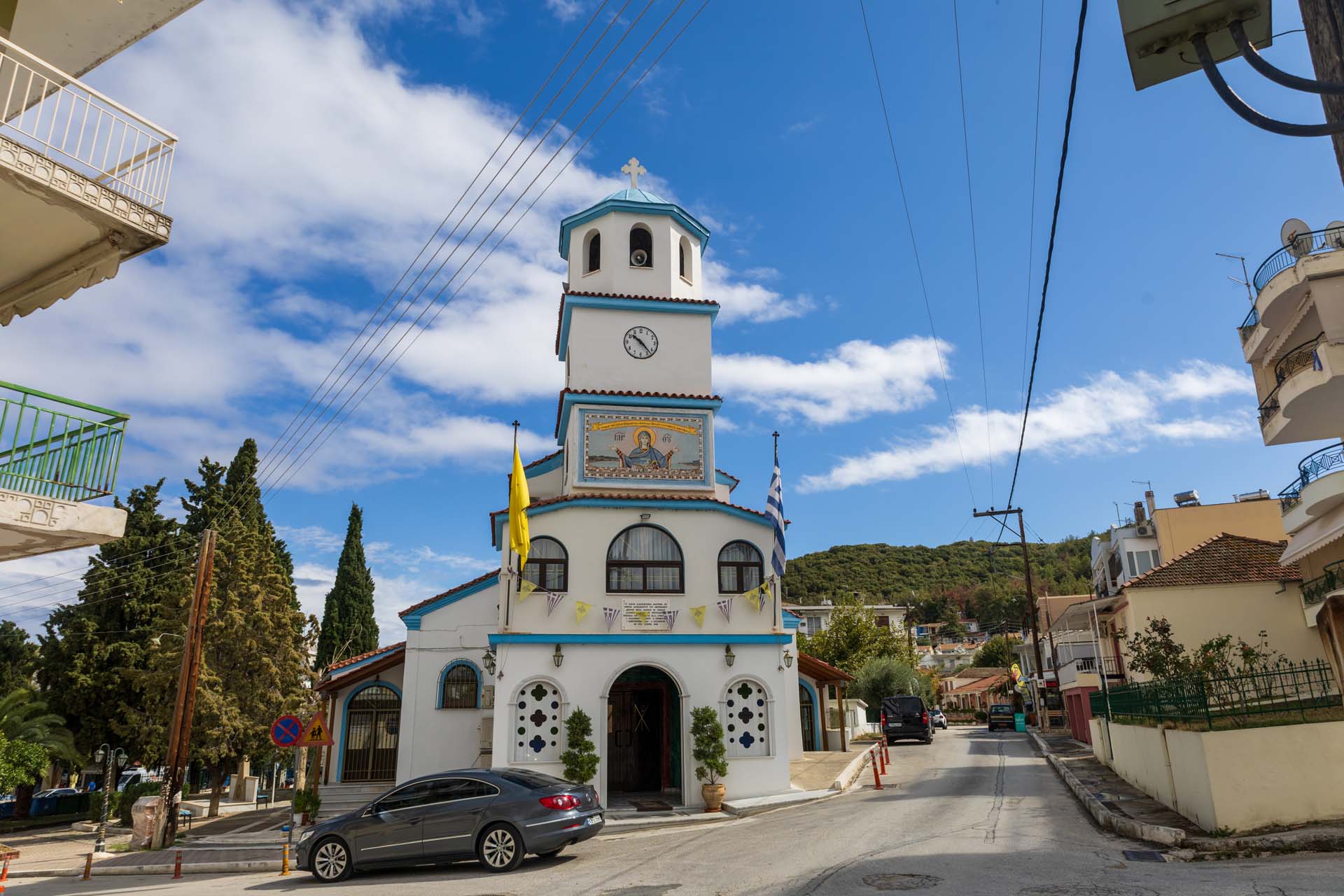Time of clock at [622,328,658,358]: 10:23
